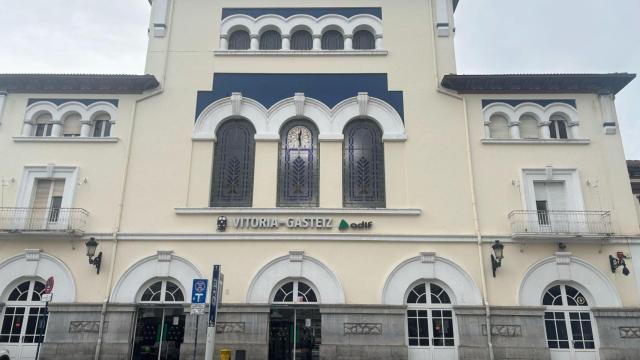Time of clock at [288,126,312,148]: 12:28
